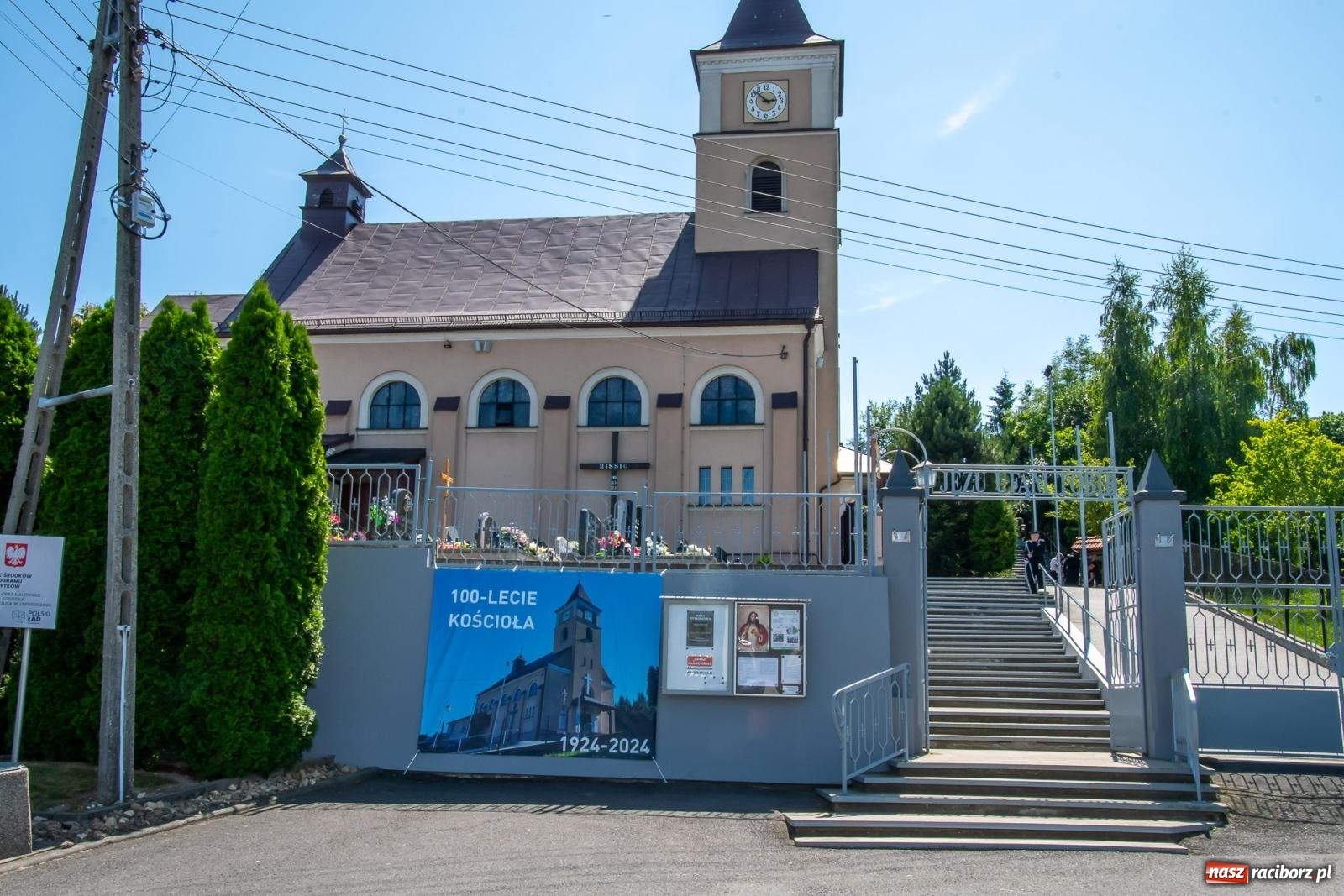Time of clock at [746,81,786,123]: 2:52
